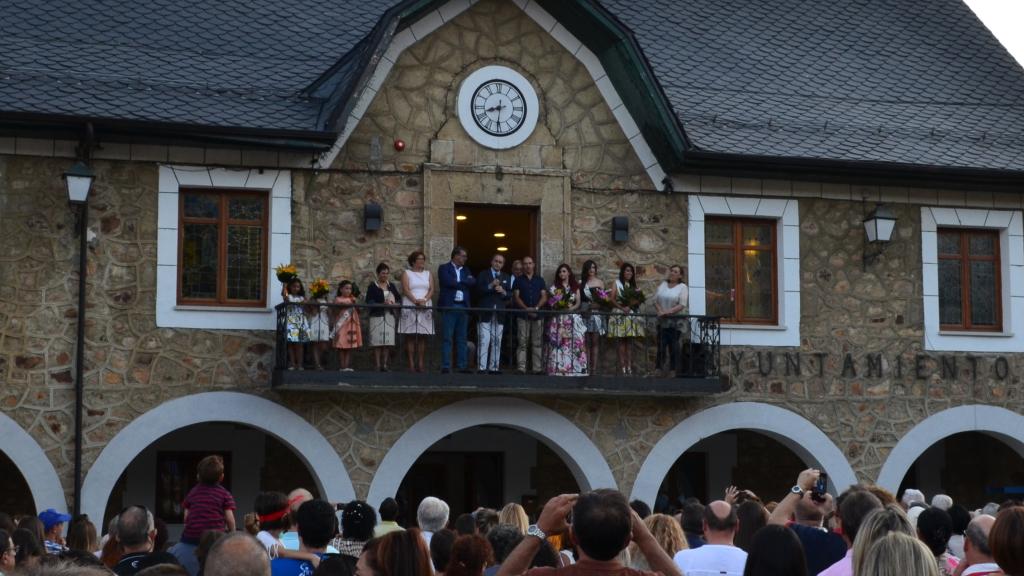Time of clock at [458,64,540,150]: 8:30
